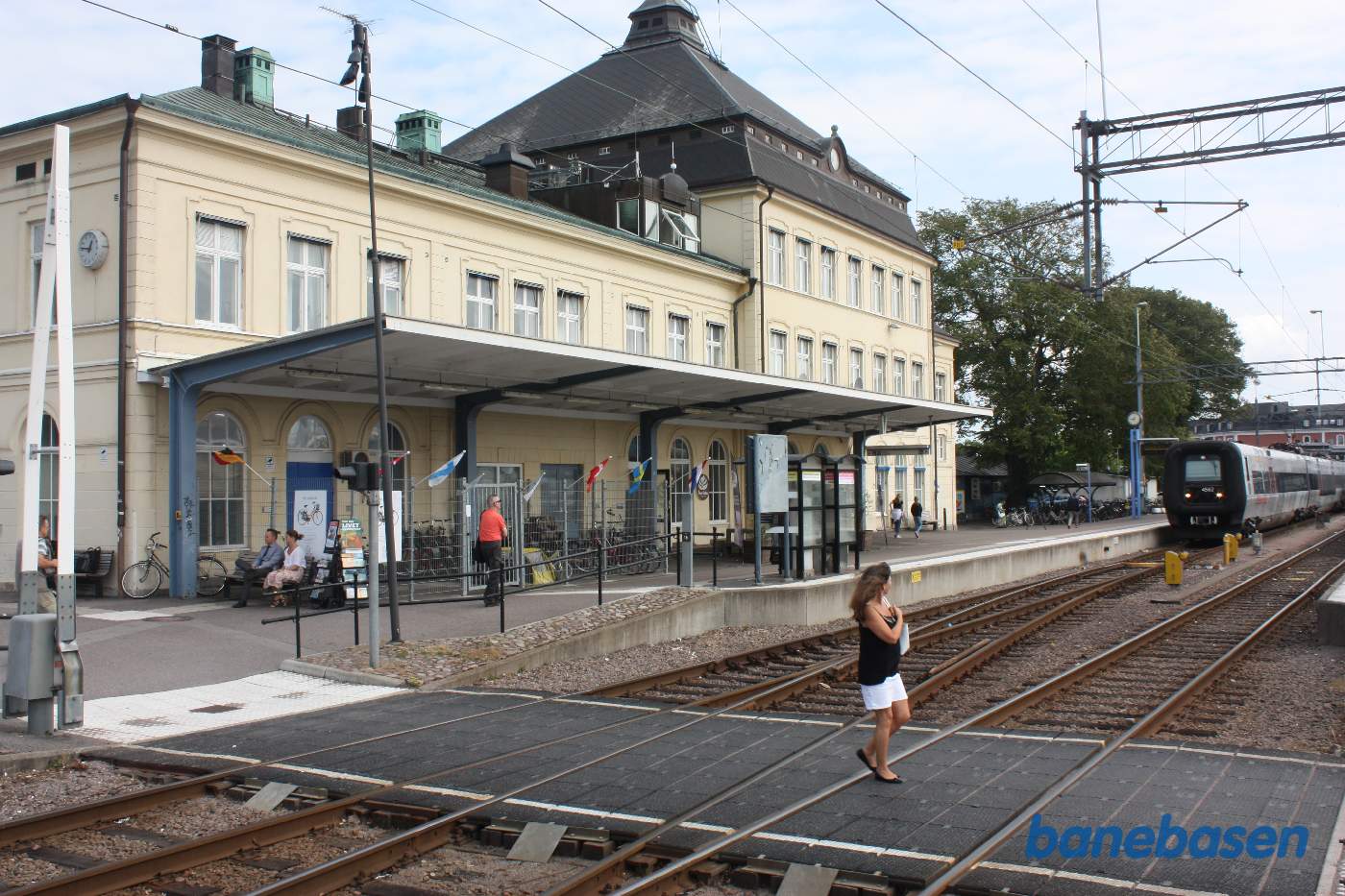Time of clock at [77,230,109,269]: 12:46
